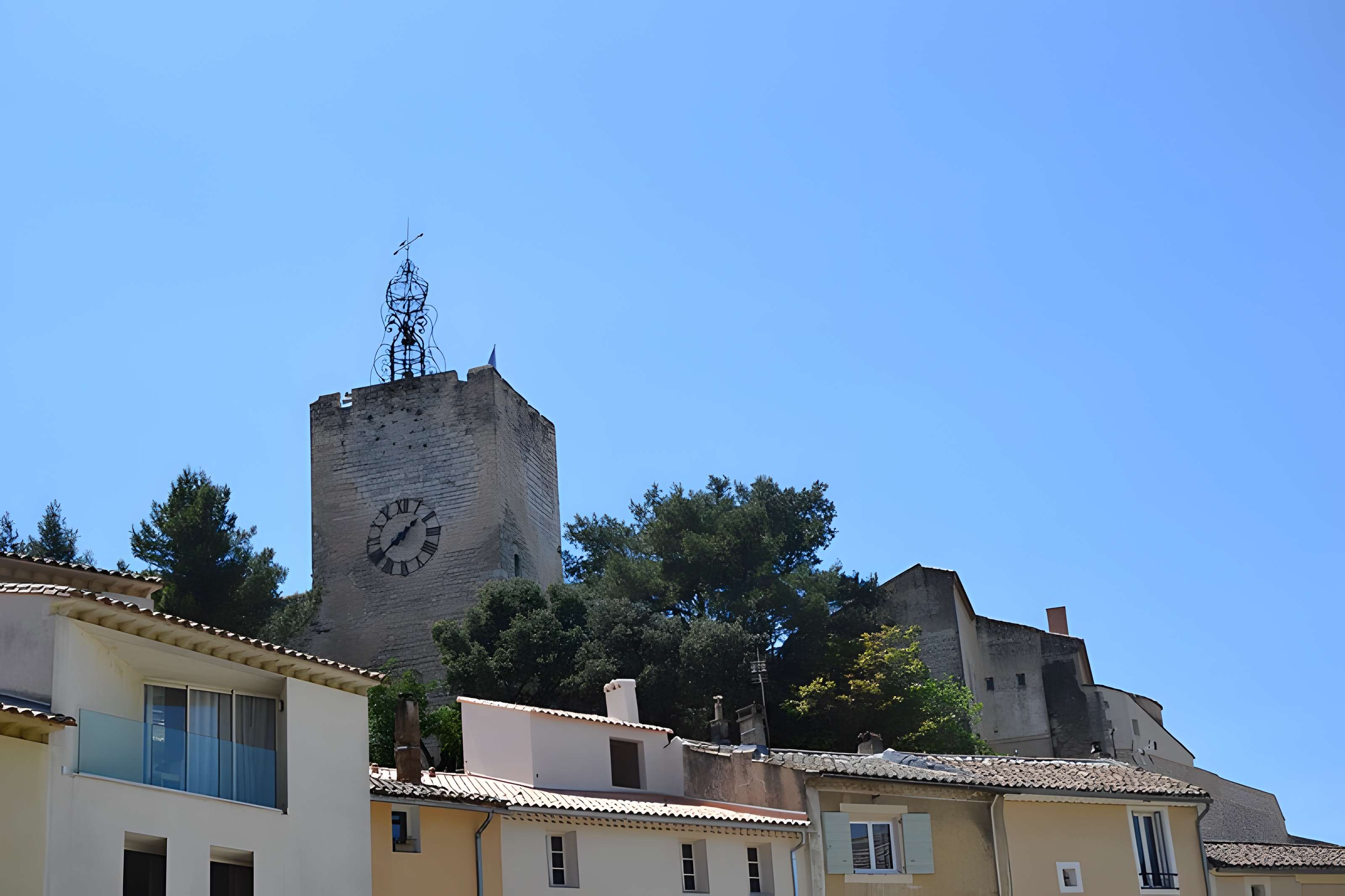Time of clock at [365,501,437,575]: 1:37
